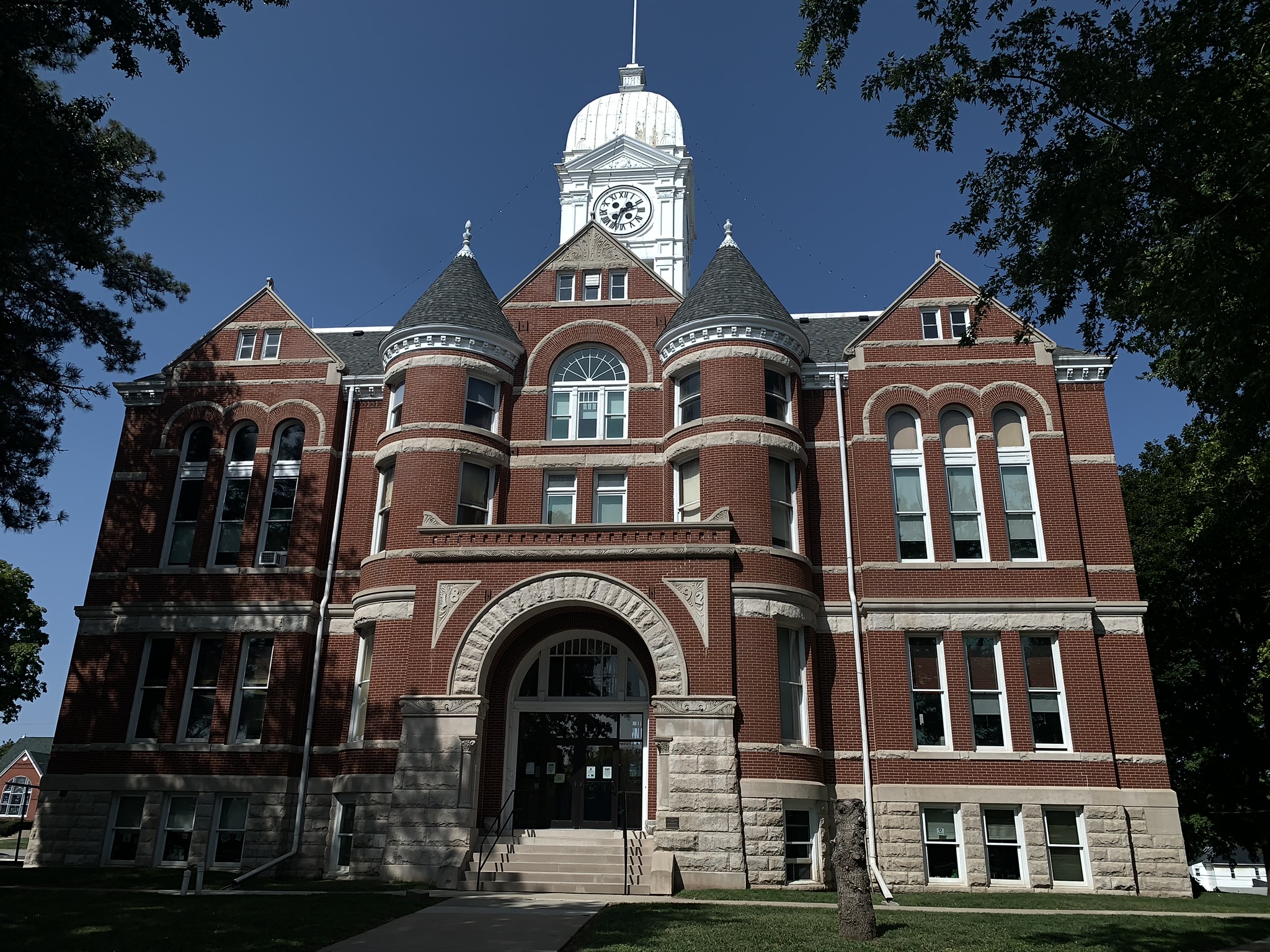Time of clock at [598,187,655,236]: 2:33
